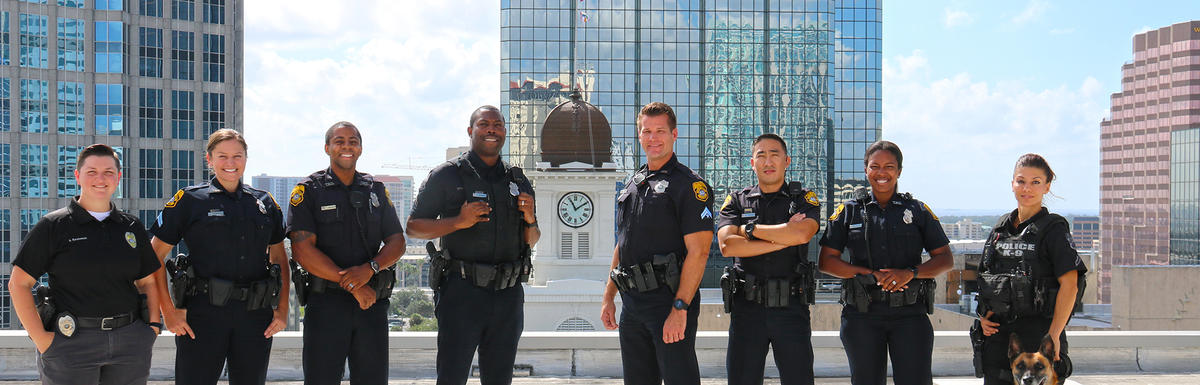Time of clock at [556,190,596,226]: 11:09
